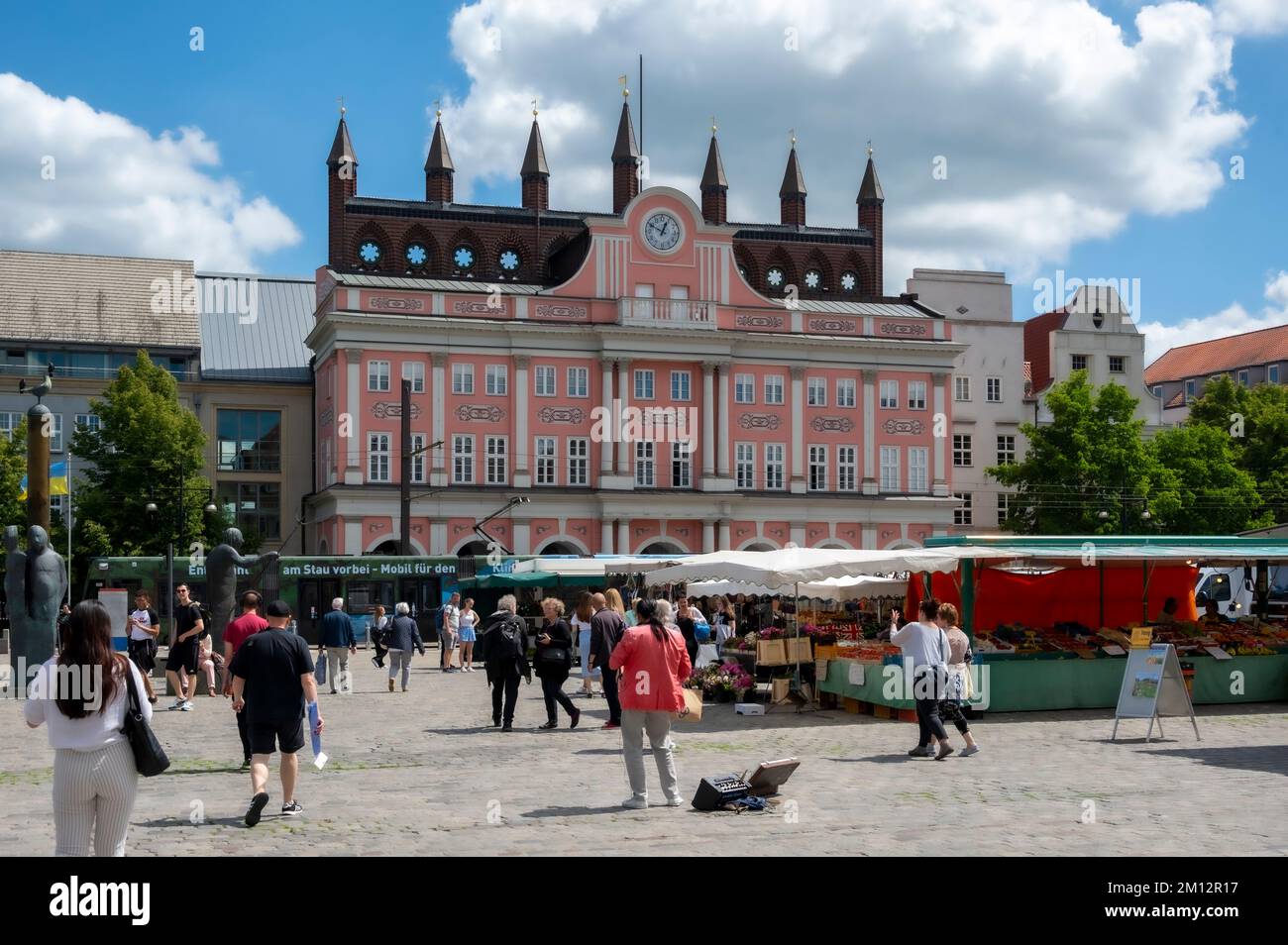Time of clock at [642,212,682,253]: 12:49
